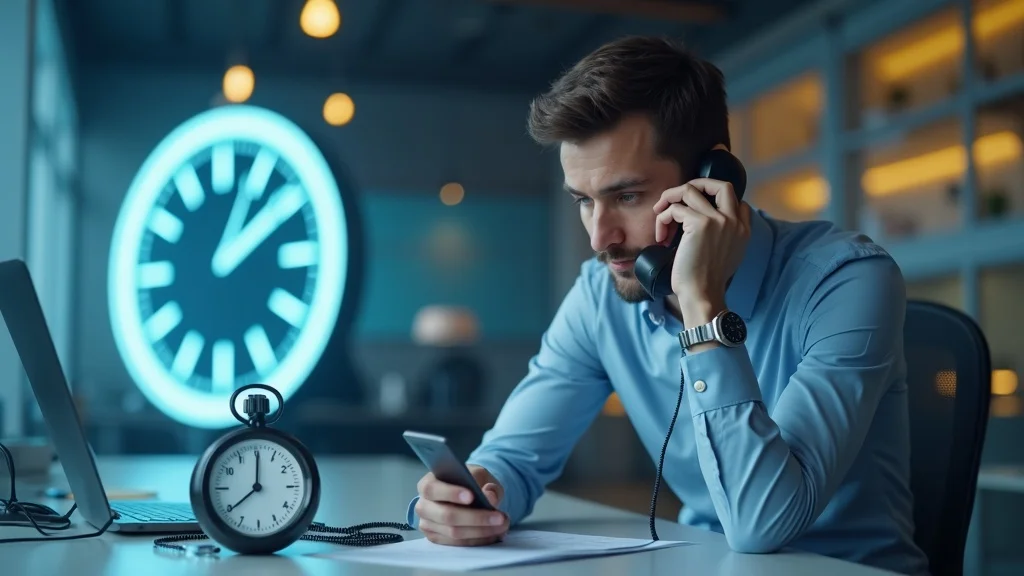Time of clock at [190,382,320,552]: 8:00
